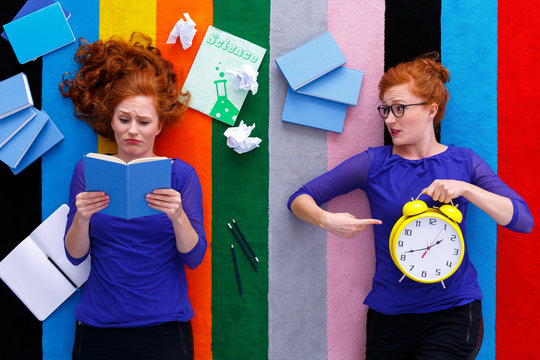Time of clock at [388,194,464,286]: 1:41
